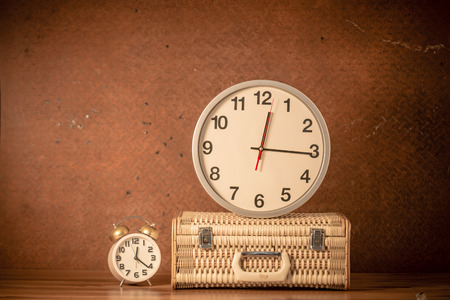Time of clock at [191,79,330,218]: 12:15
